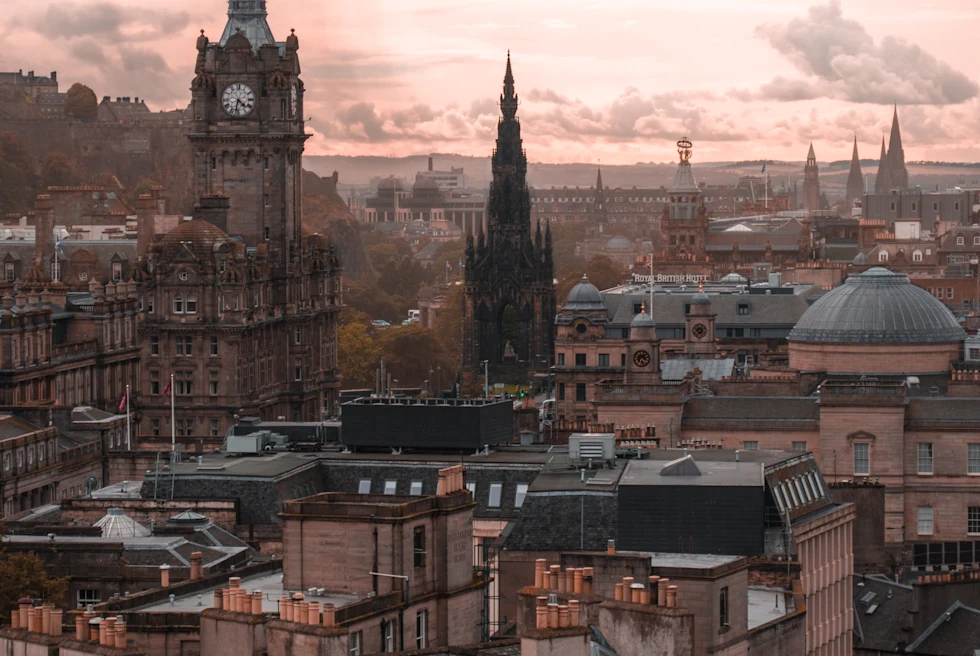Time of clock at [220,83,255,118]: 4:32
